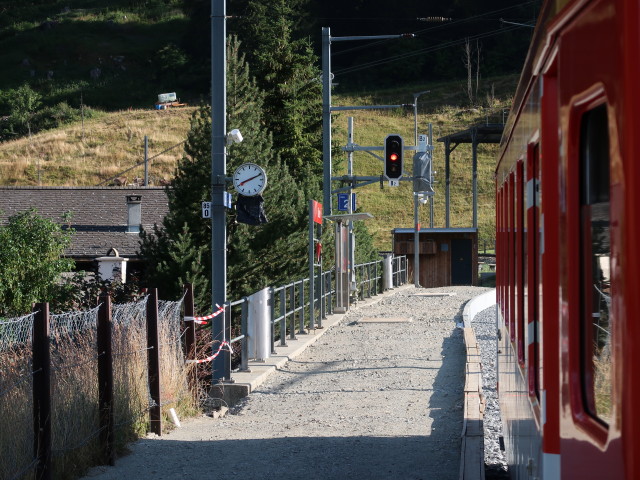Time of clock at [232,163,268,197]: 8:11
